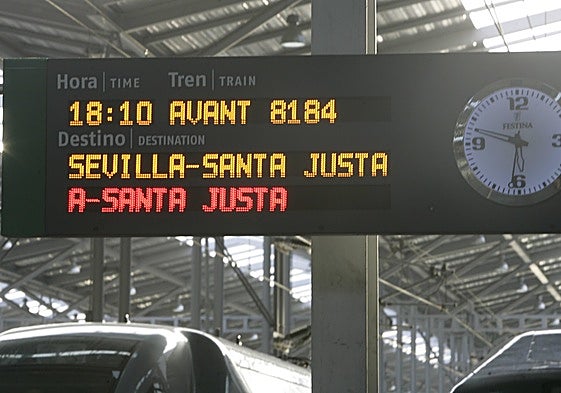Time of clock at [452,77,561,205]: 9:31
